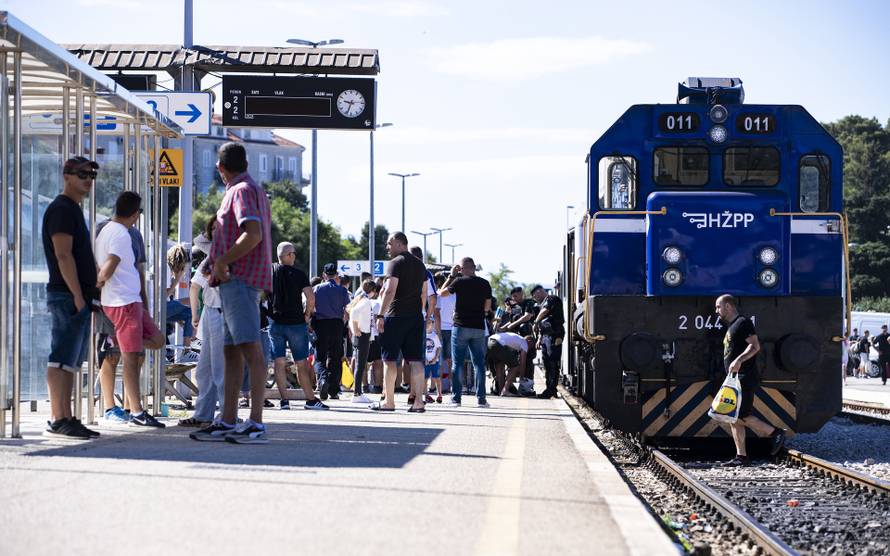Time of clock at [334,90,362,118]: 9:33
